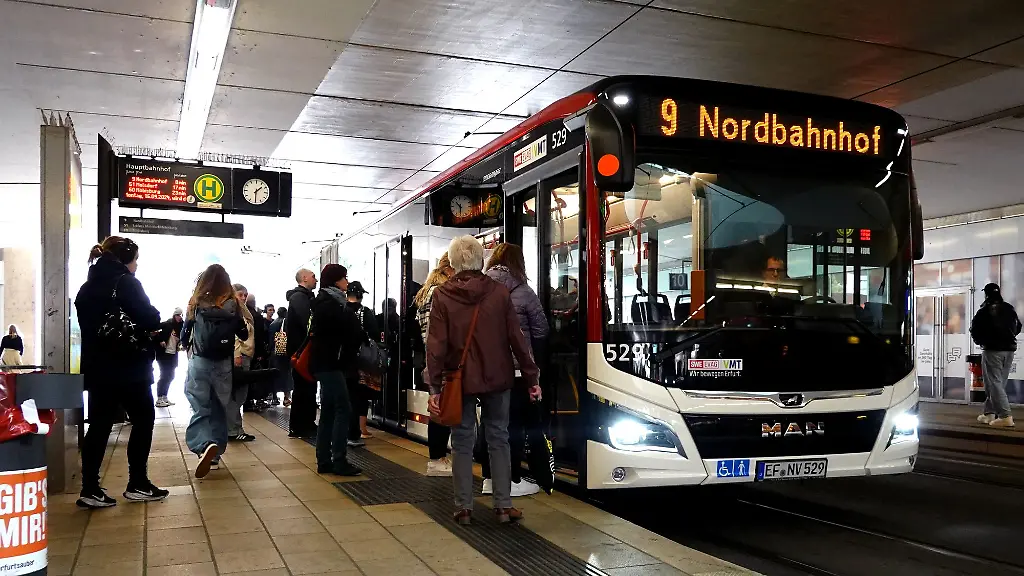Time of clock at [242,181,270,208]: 1:30
